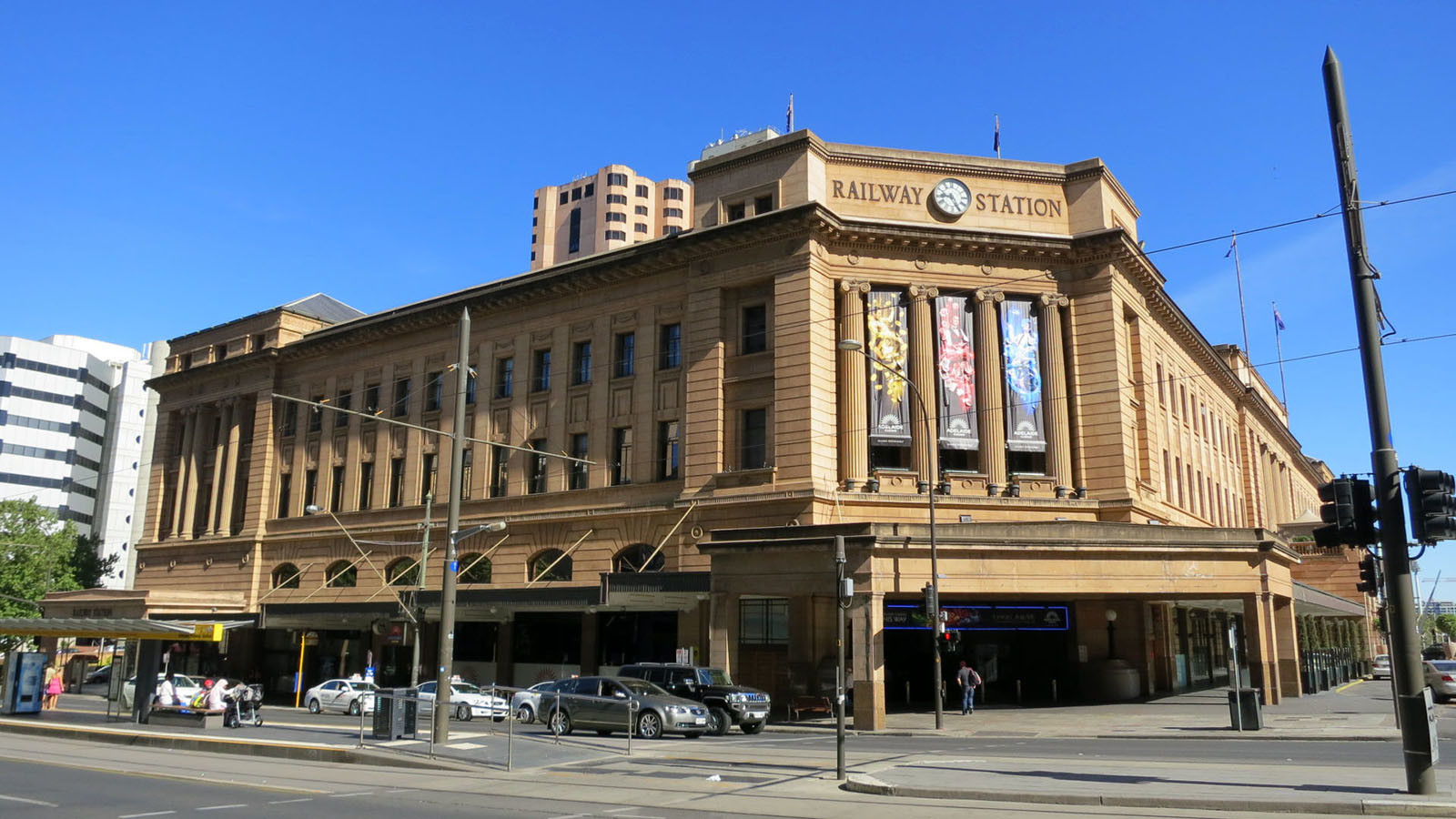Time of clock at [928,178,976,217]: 9:25
